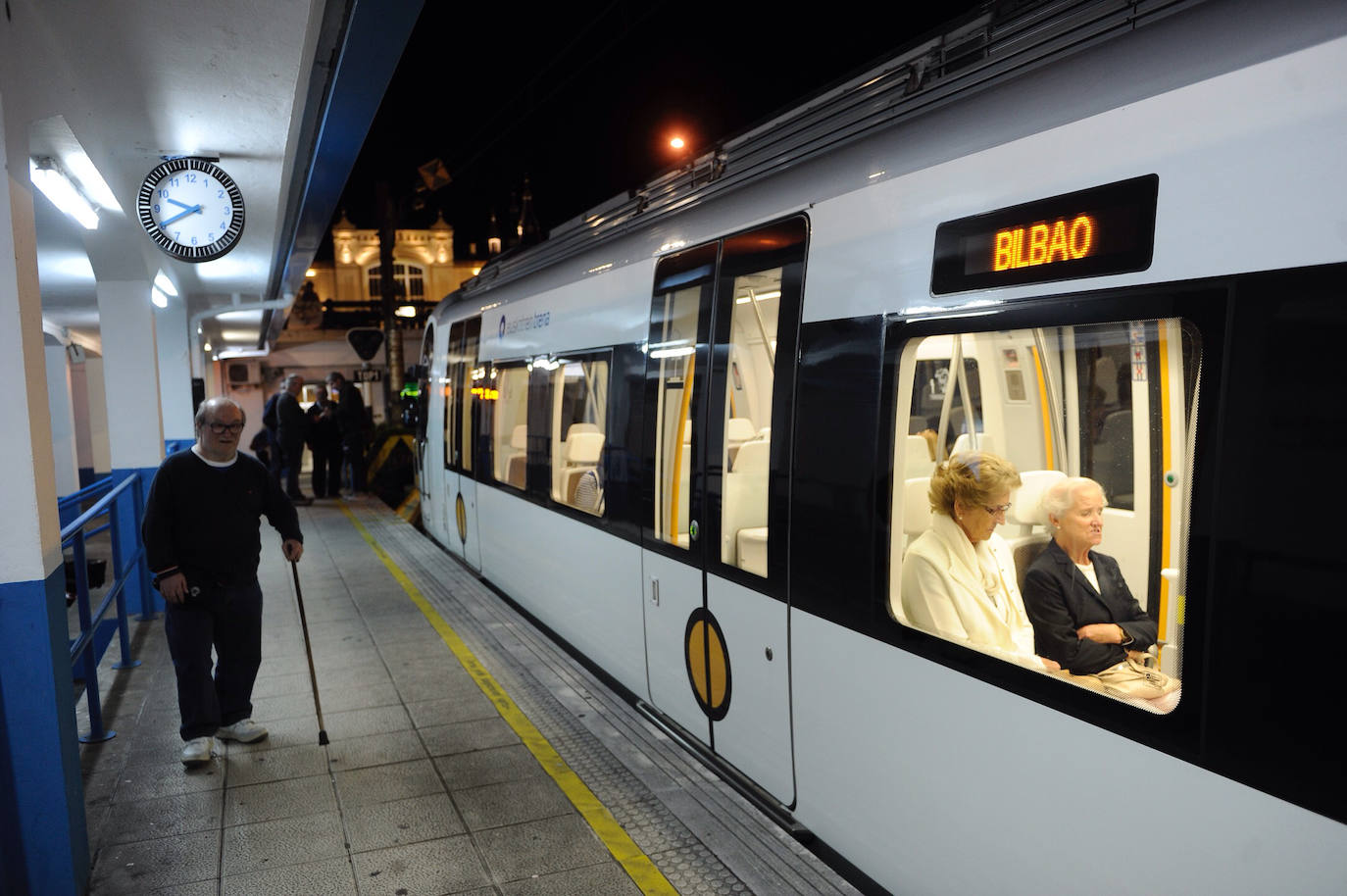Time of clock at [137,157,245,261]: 9:40
